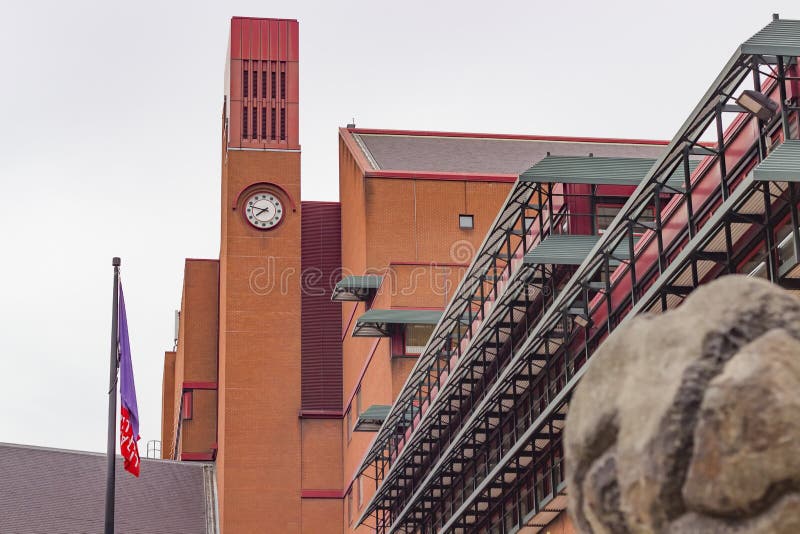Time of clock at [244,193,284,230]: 7:47
